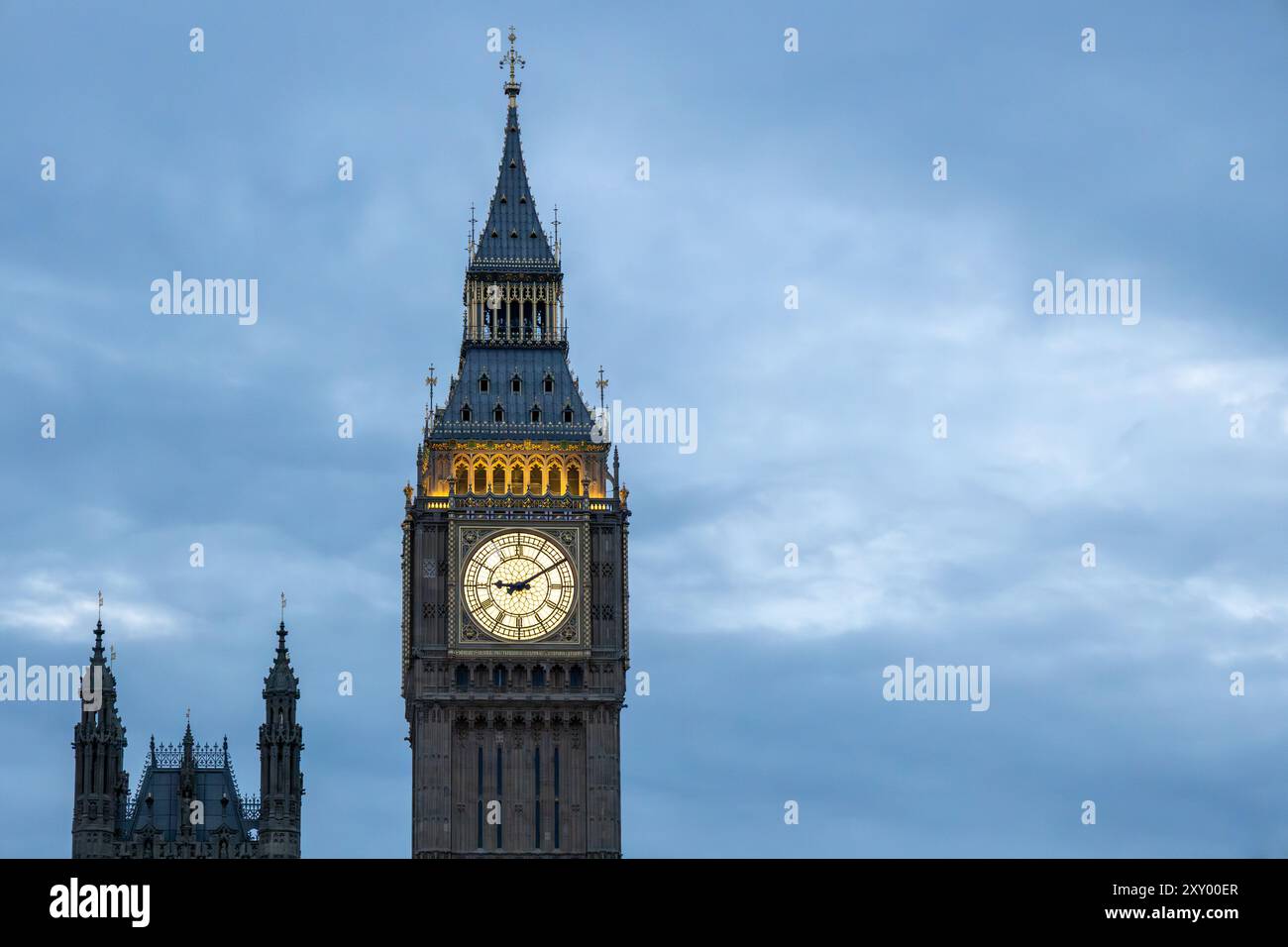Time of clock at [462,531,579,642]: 9:09
